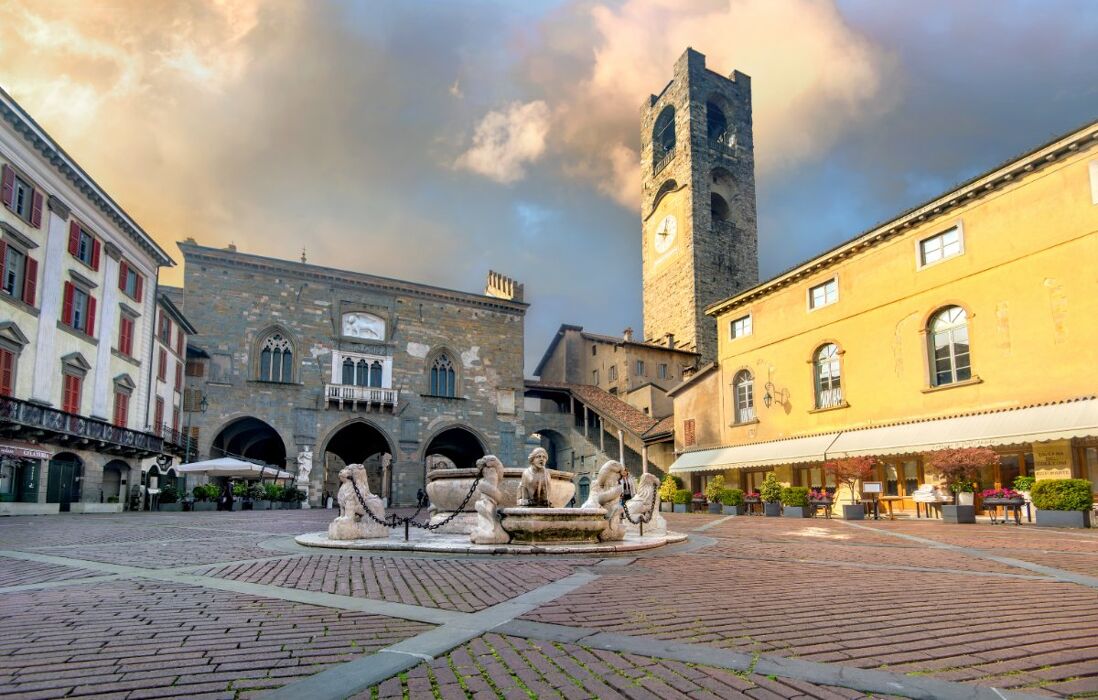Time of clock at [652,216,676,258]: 9:01
